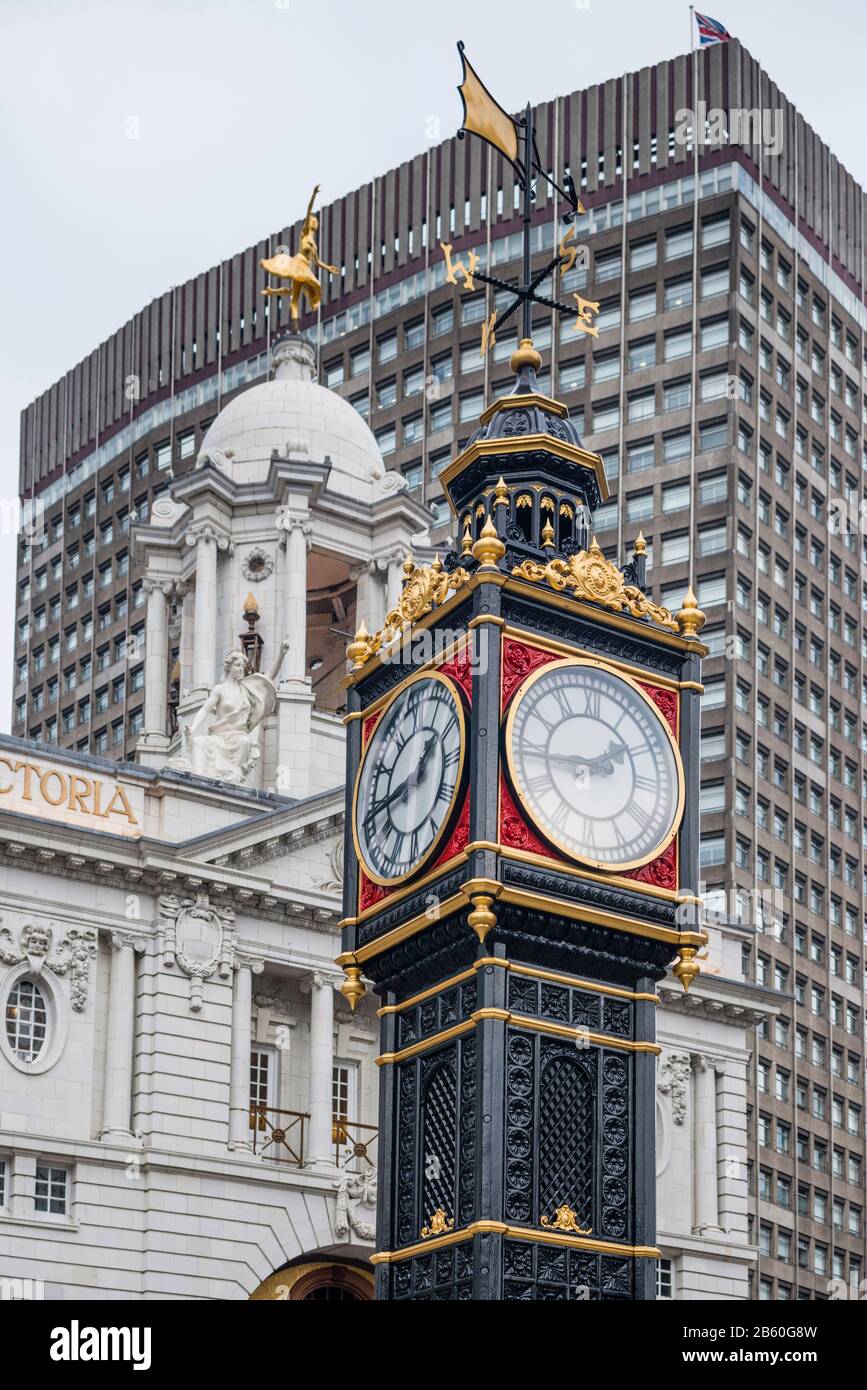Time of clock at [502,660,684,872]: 1:43
